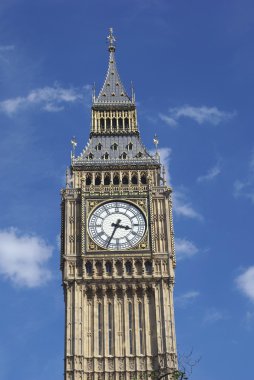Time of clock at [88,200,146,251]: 3:34
